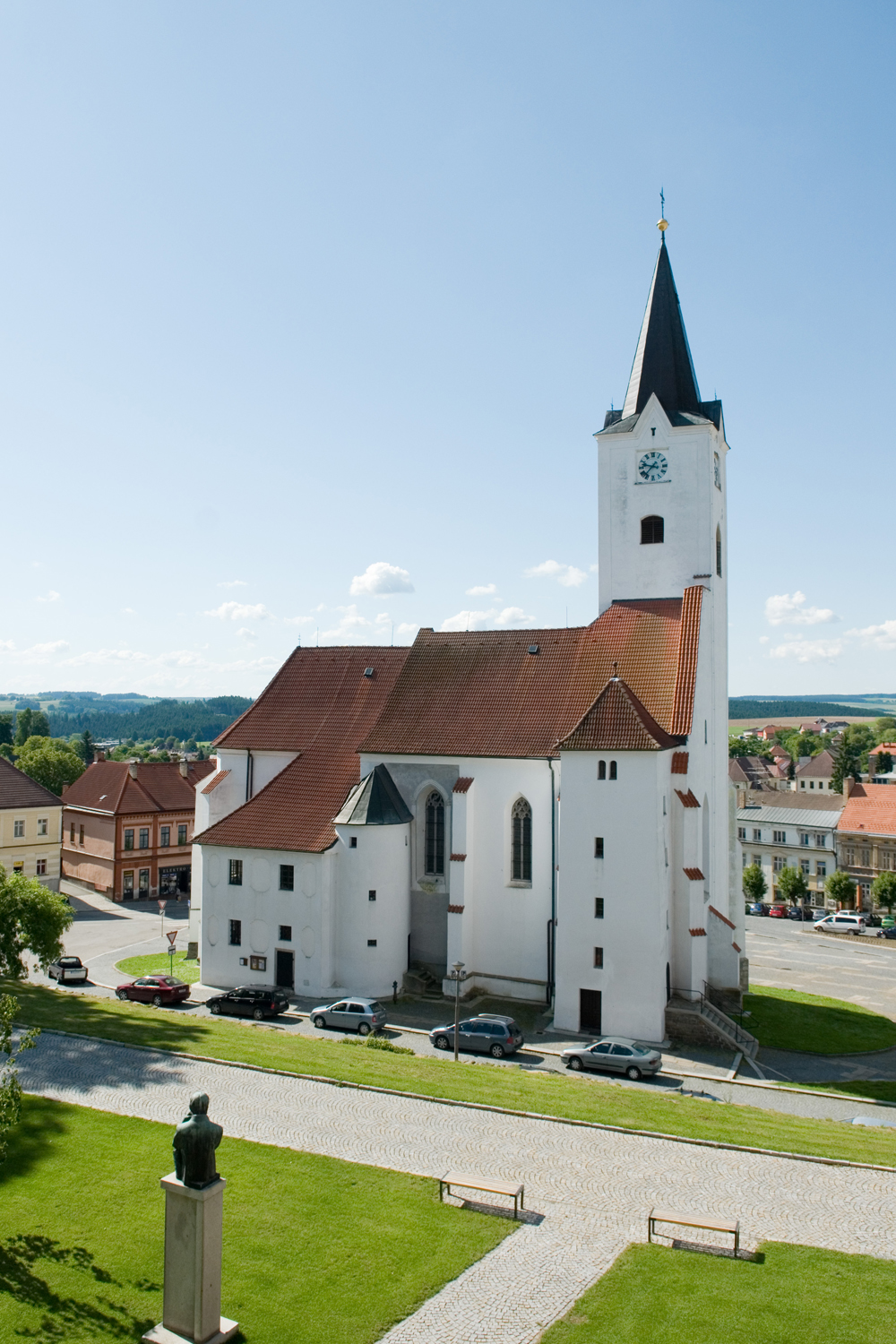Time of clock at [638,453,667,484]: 9:36
